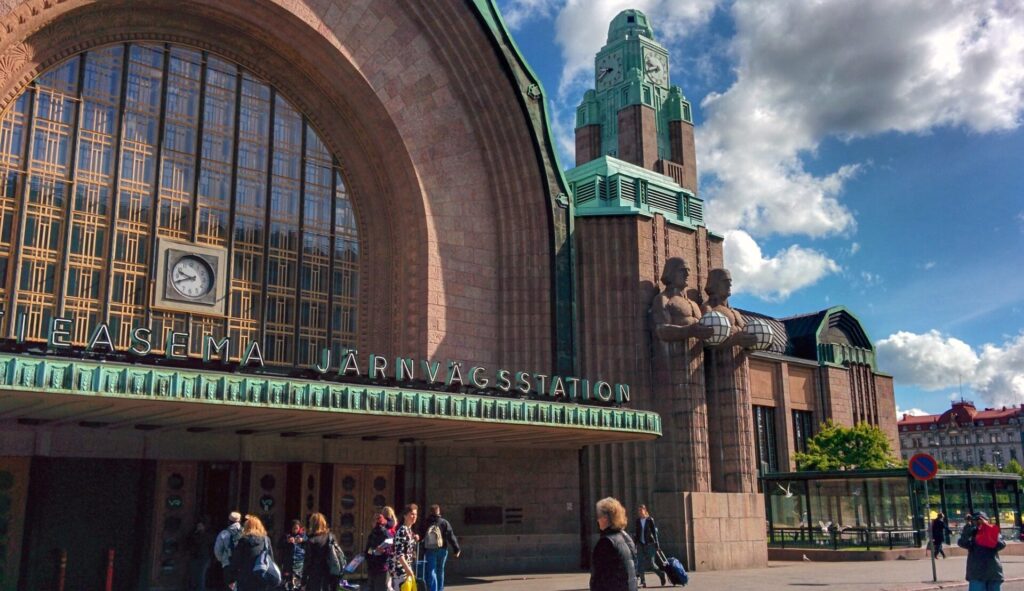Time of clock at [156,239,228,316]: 9:41
